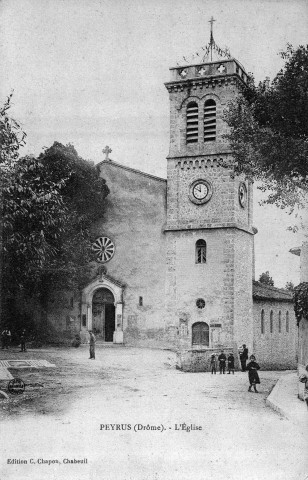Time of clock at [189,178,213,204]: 11:49
